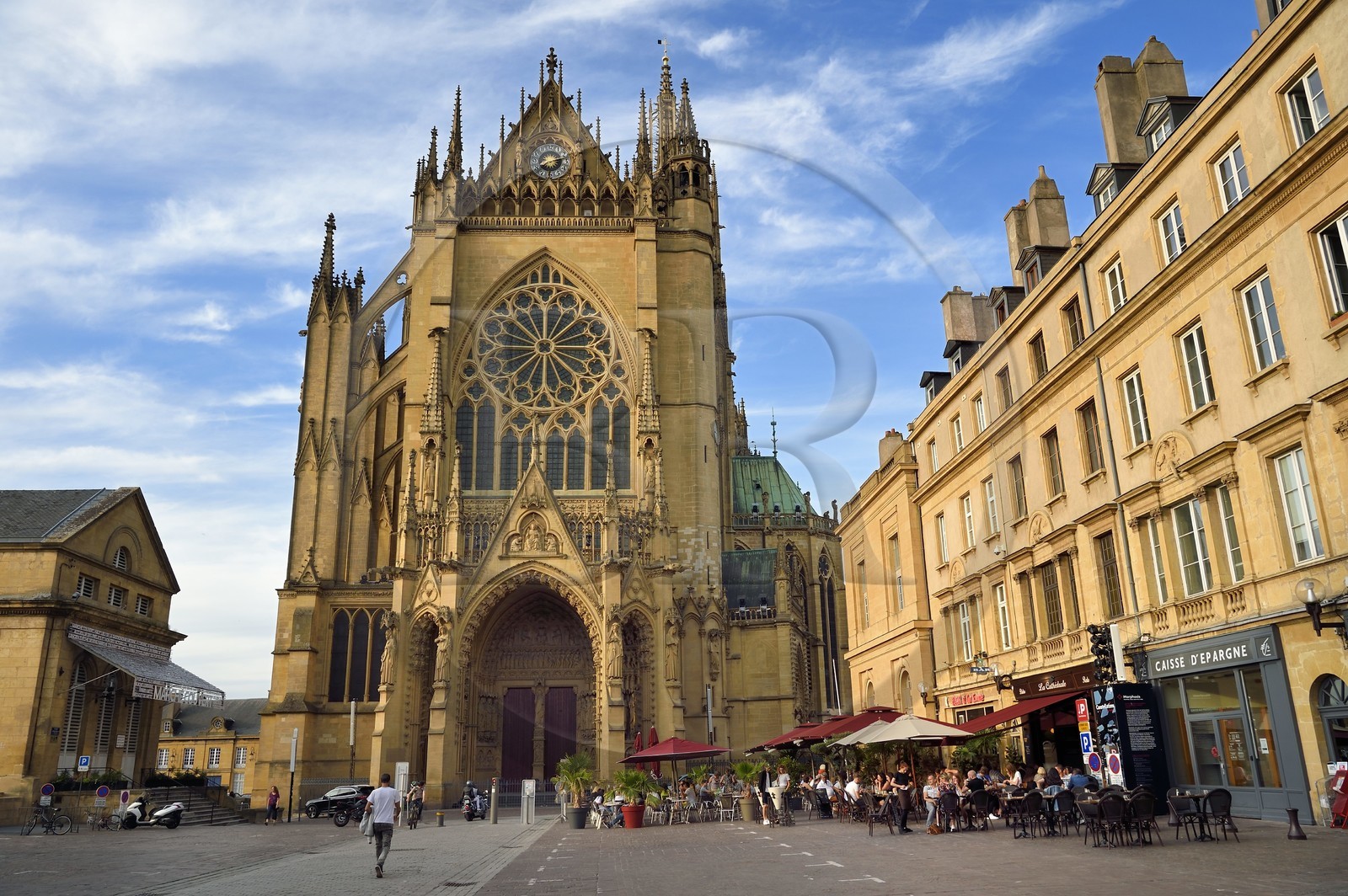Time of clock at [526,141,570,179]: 8:12
